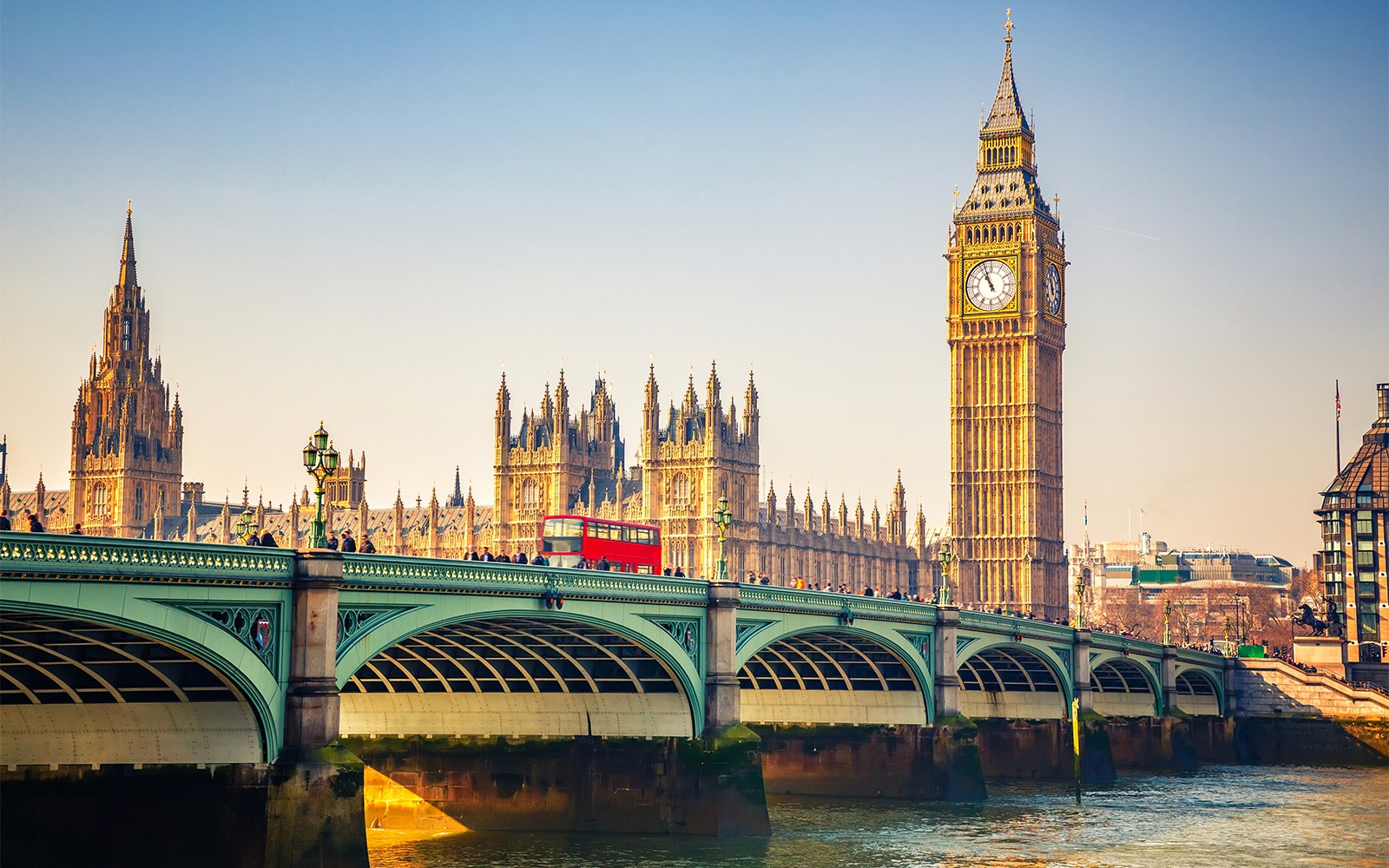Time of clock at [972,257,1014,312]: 10:56
